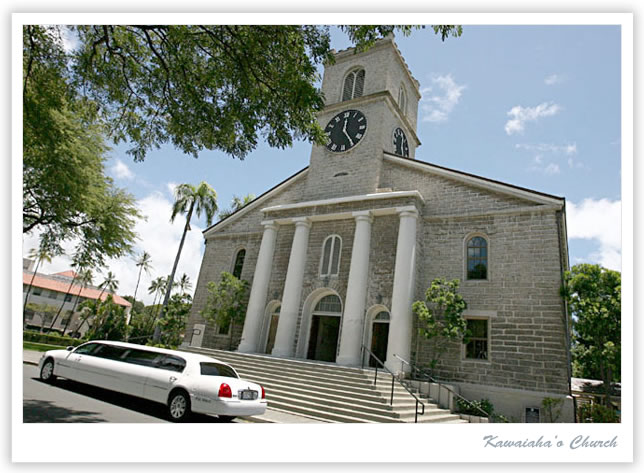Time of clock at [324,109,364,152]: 12:24
